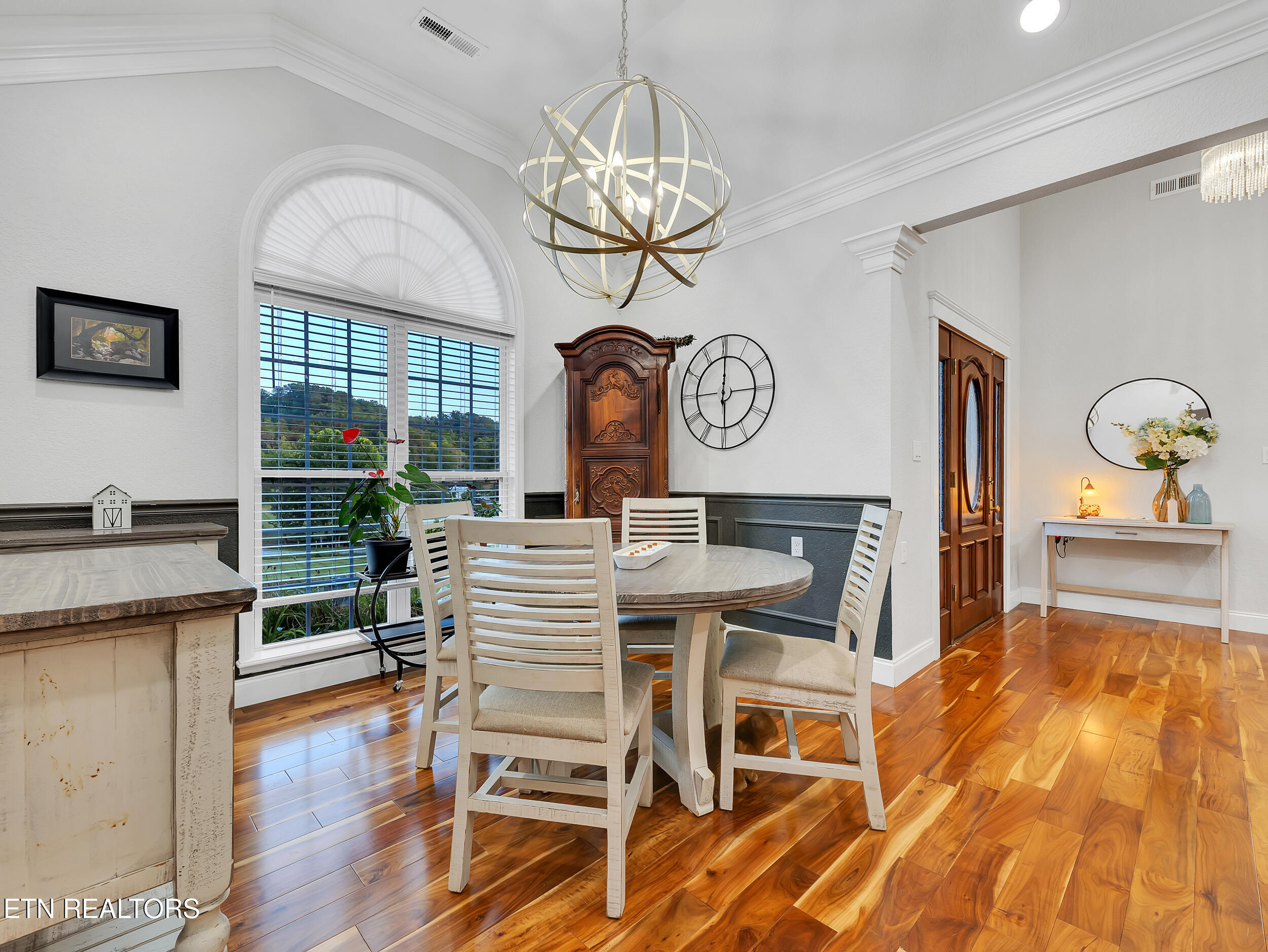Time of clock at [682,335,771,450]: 6:00
